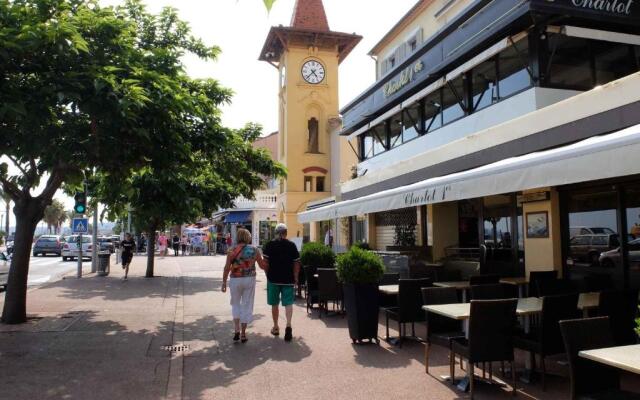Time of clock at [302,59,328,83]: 4:37
